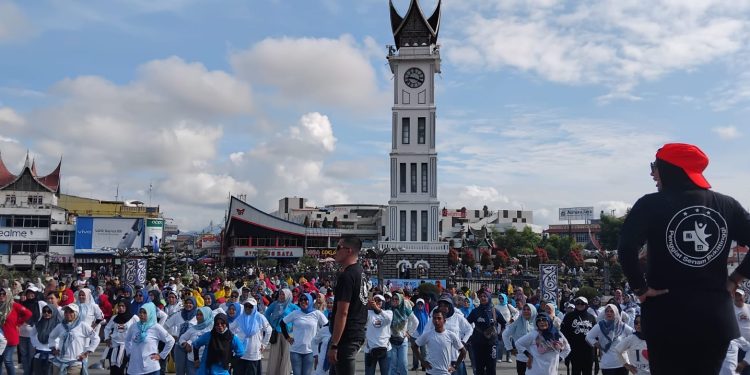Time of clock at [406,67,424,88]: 9:19
